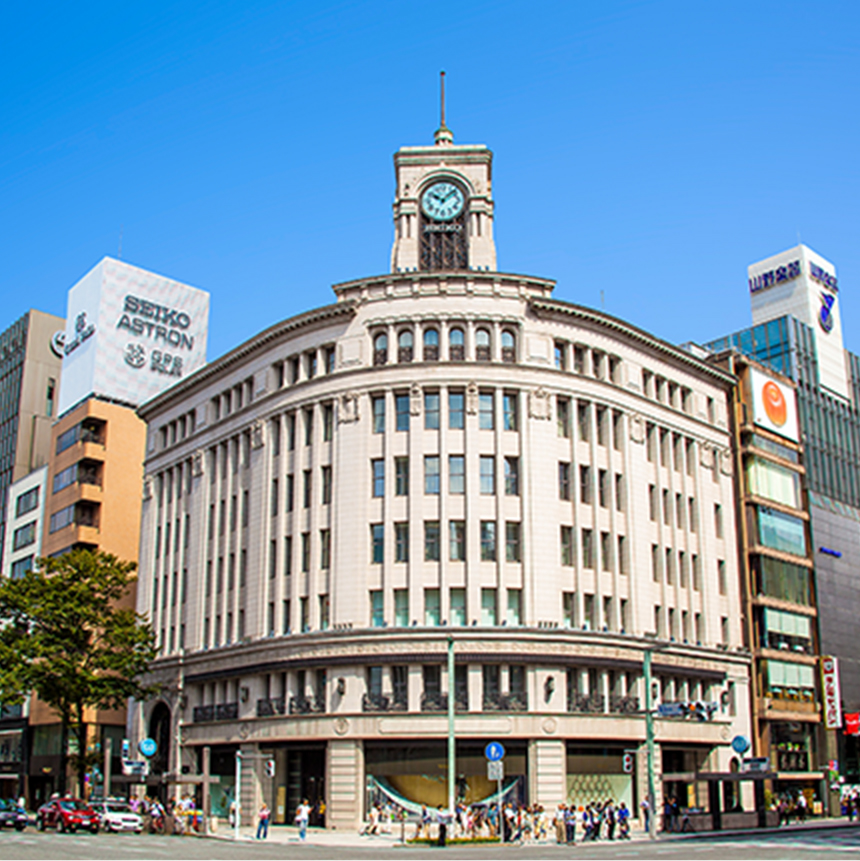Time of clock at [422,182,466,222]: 10:07
